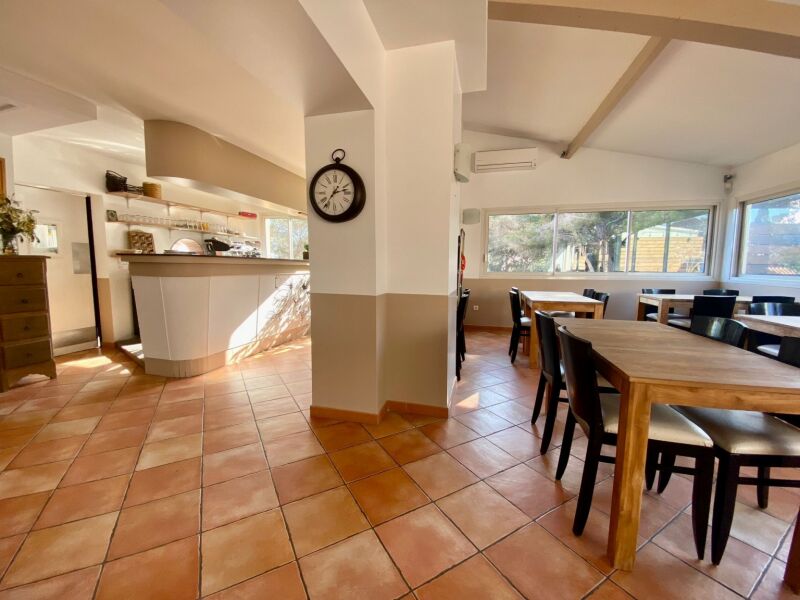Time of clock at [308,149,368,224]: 2:36
